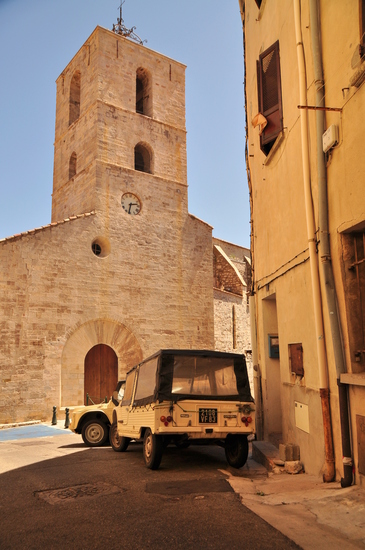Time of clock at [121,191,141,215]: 2:32
